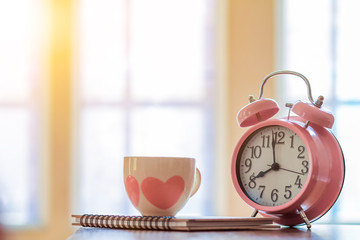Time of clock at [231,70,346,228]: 7:58
